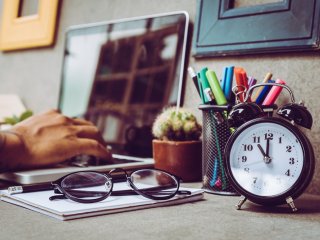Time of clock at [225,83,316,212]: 11:00
